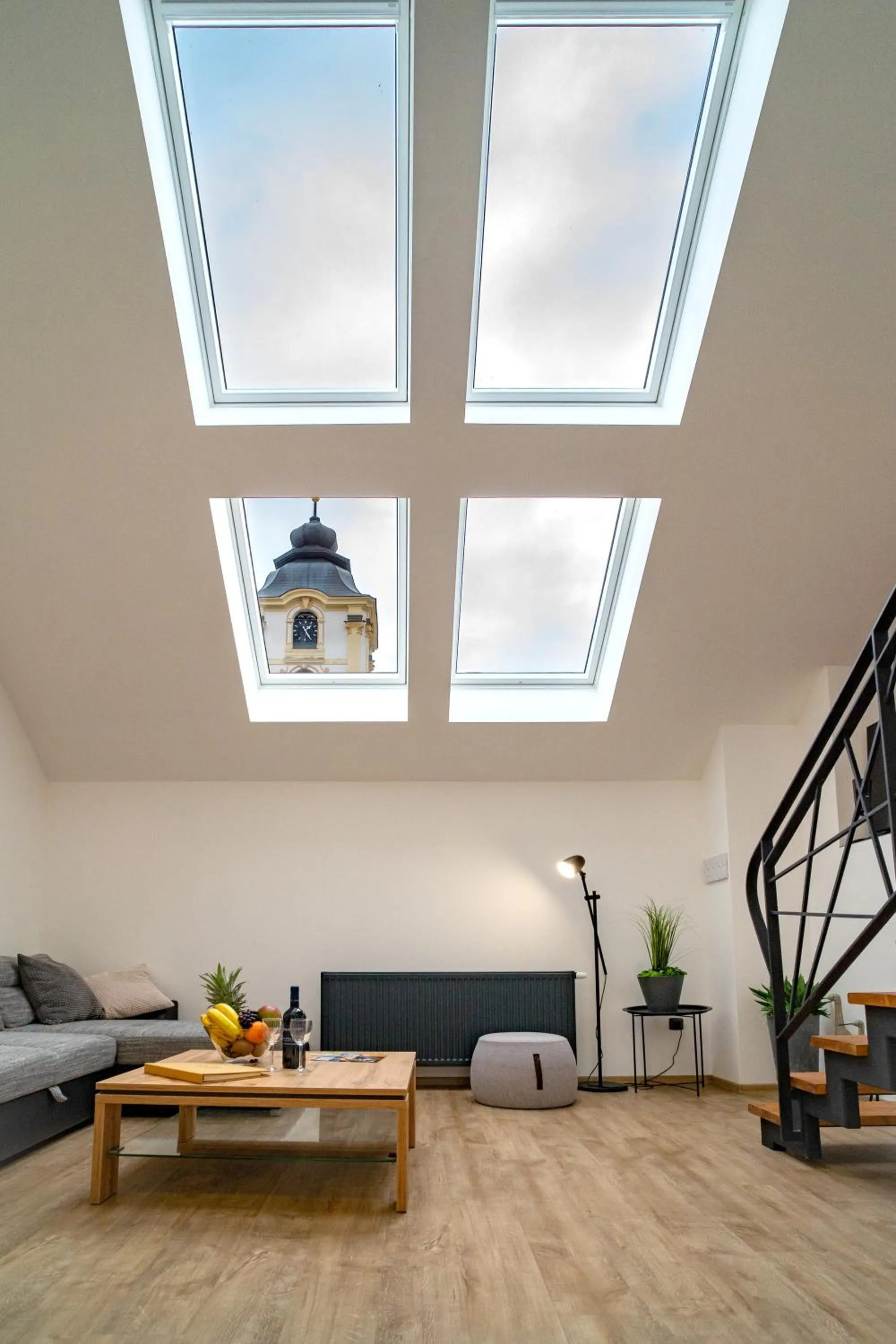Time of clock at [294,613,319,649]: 1:24
